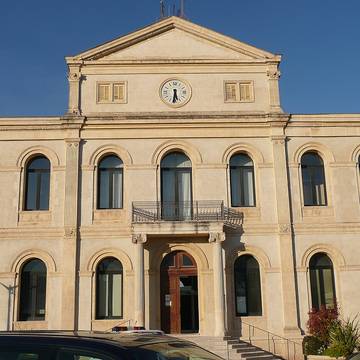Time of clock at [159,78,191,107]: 5:31
